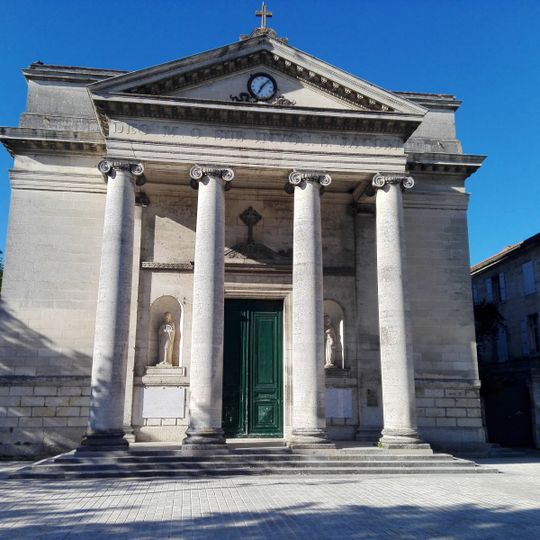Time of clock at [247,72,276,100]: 7:07
